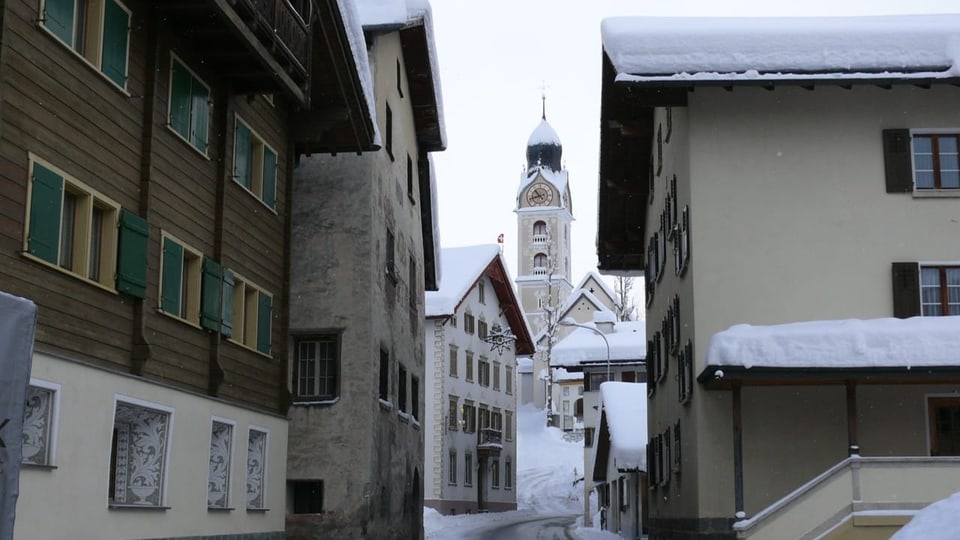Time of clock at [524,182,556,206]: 10:42
